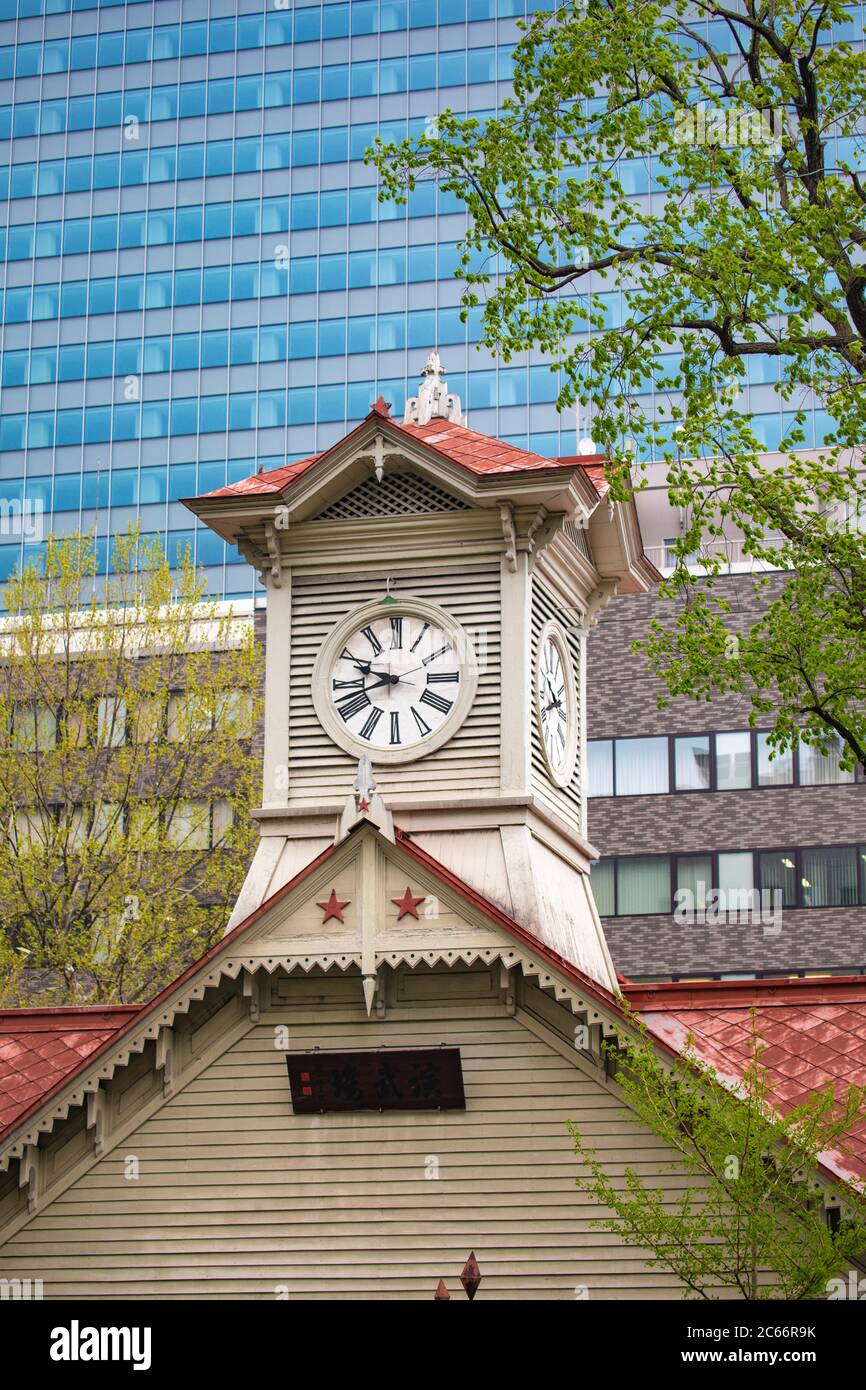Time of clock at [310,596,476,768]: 9:42
